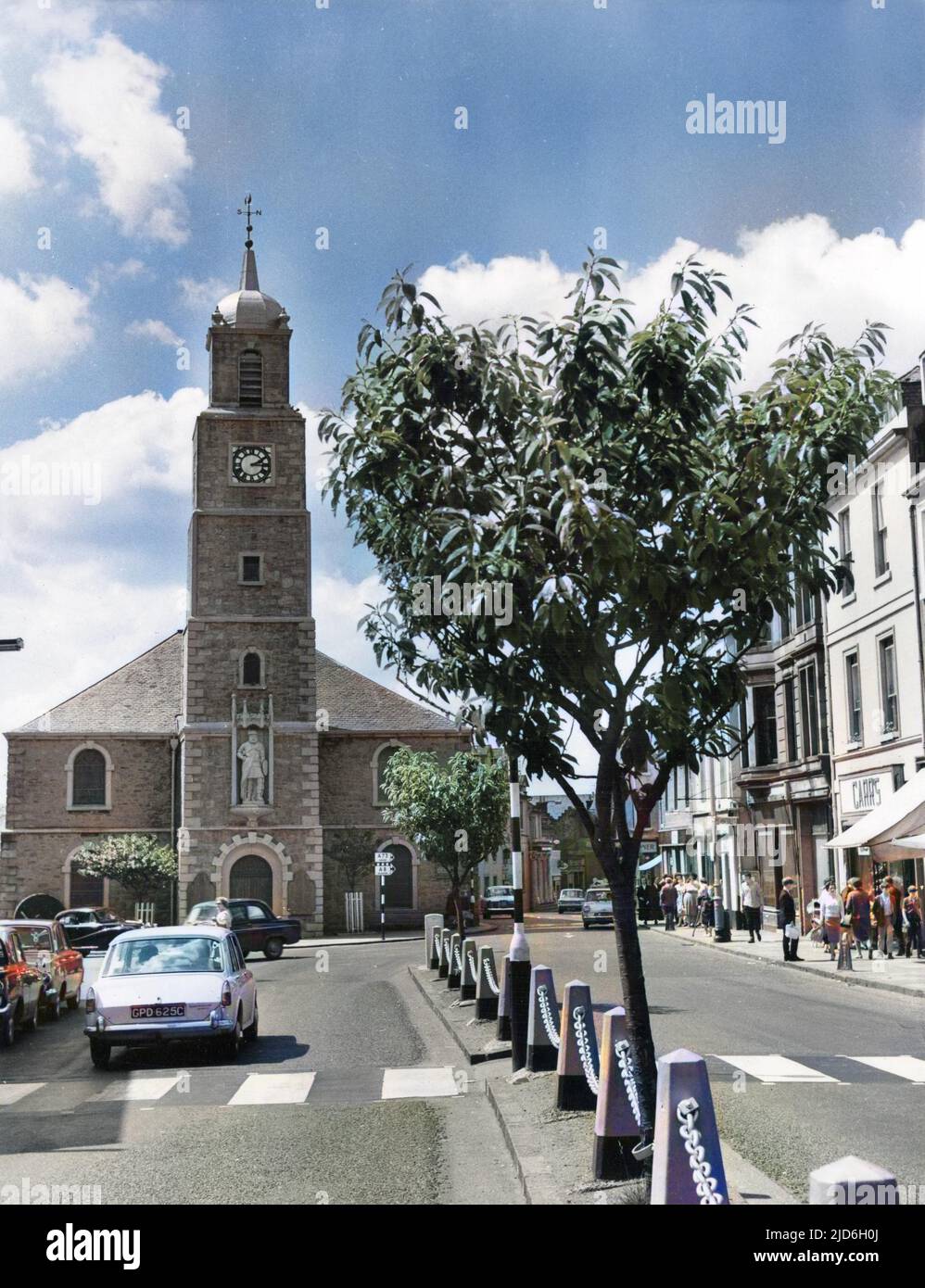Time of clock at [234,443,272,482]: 2:15
